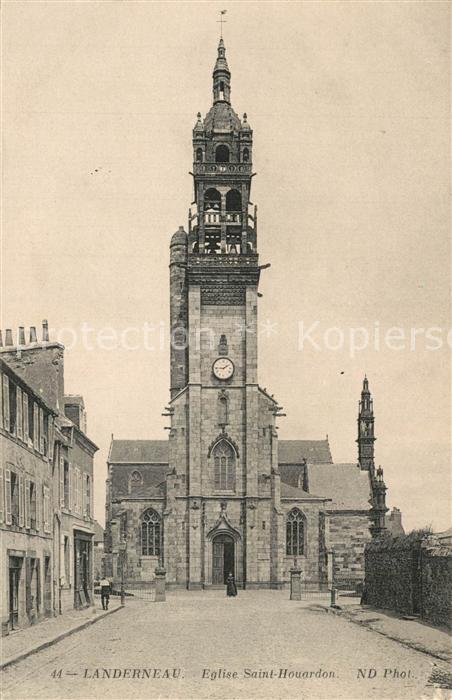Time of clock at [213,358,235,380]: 1:45
